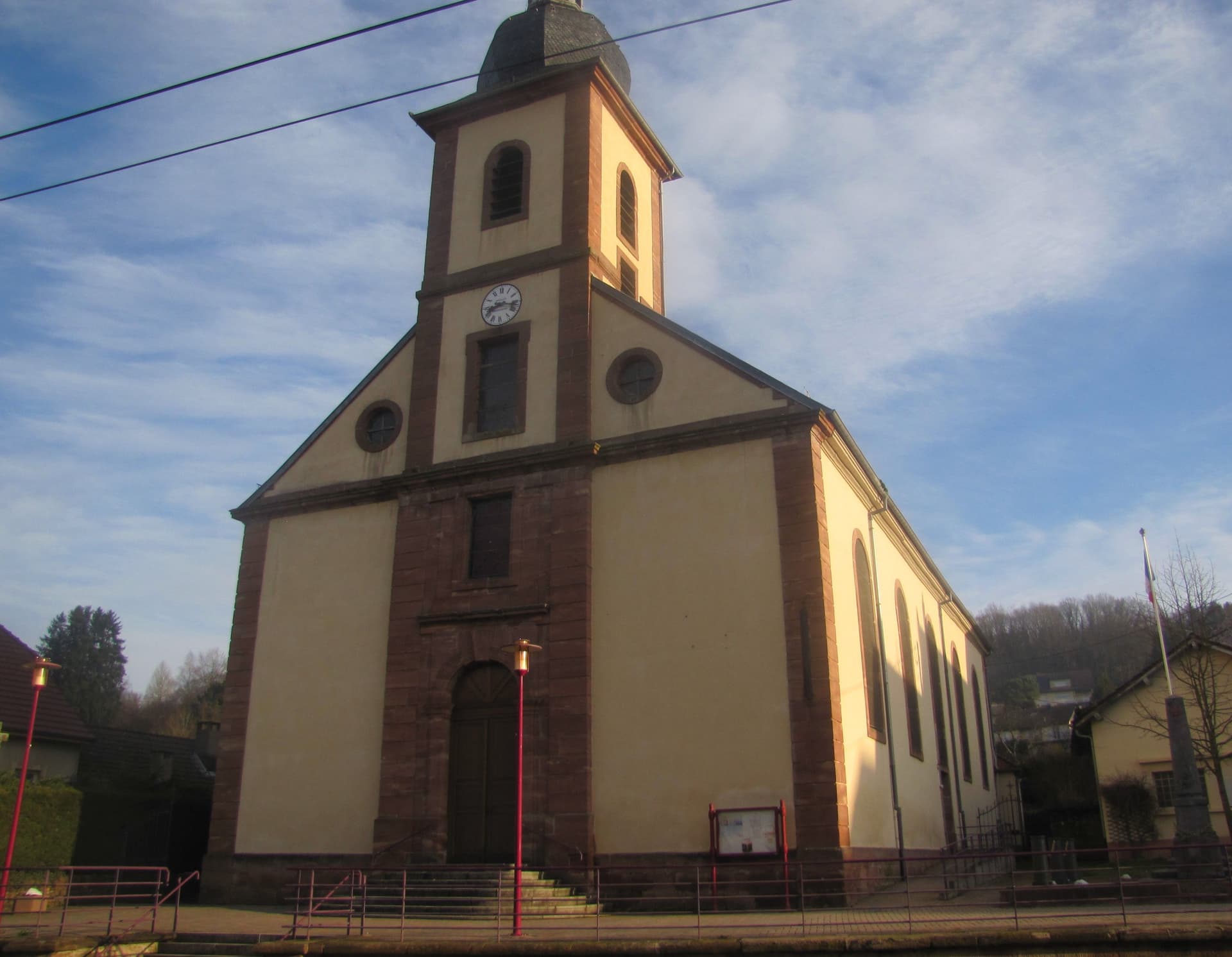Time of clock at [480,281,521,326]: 8:16
